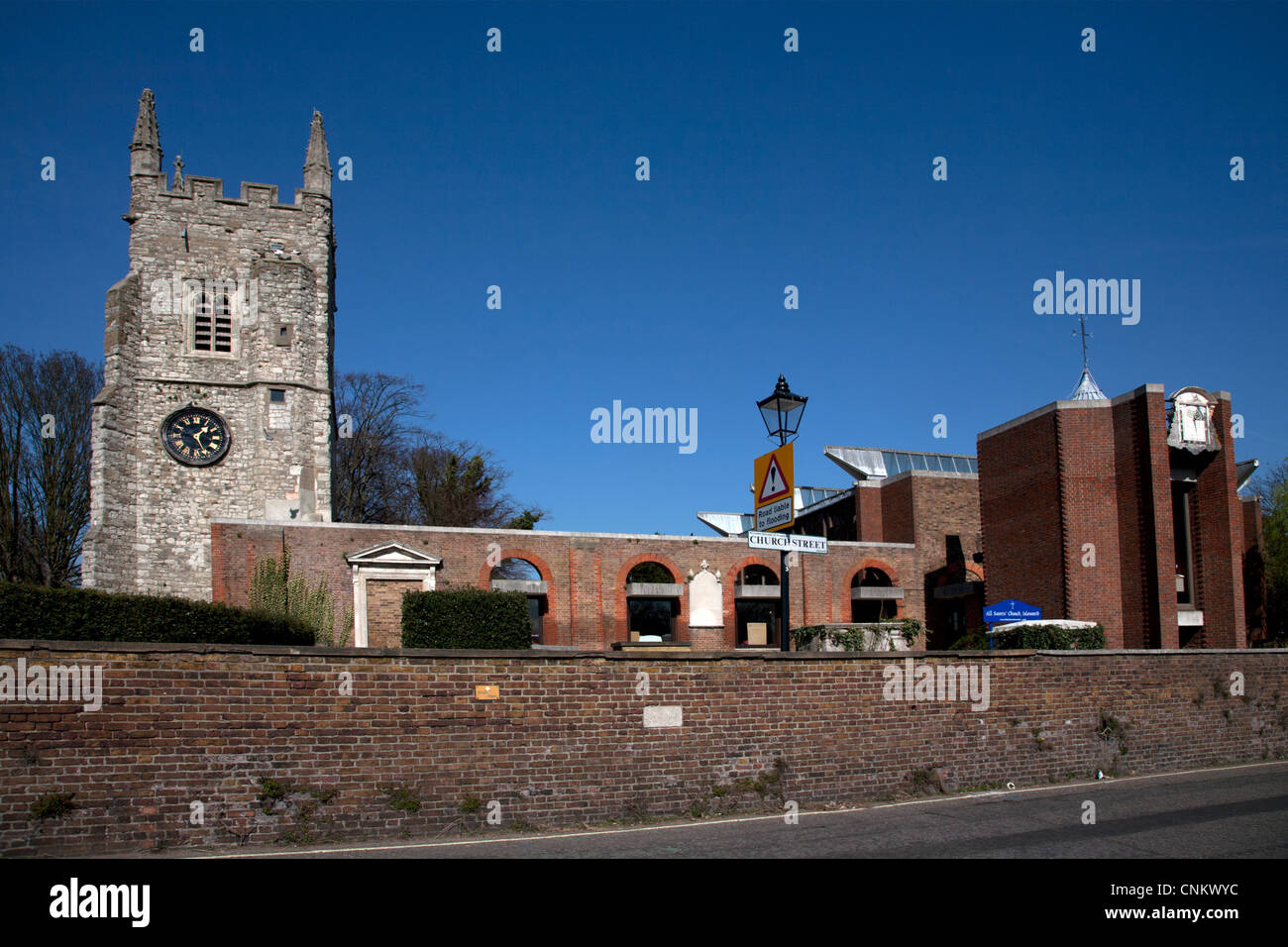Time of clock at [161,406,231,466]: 1:26
